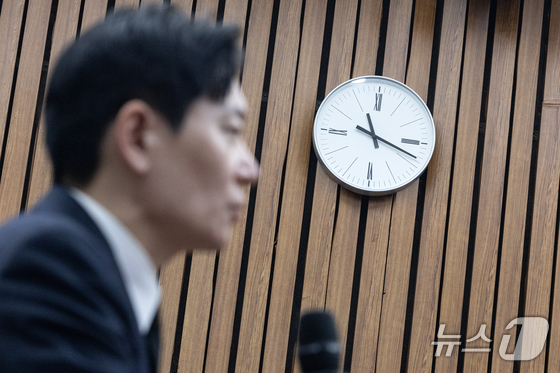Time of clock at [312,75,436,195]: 11:18
